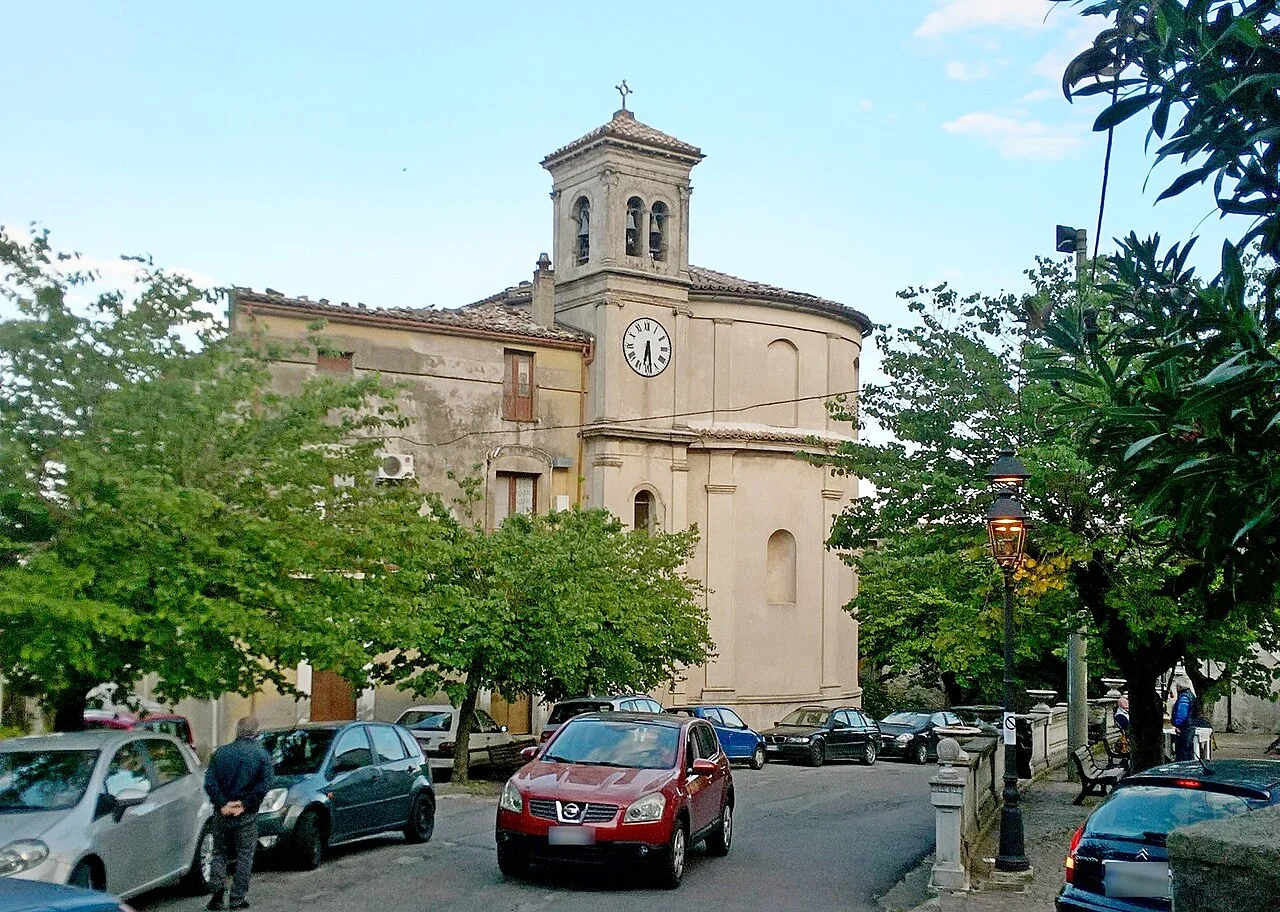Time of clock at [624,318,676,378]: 6:28
